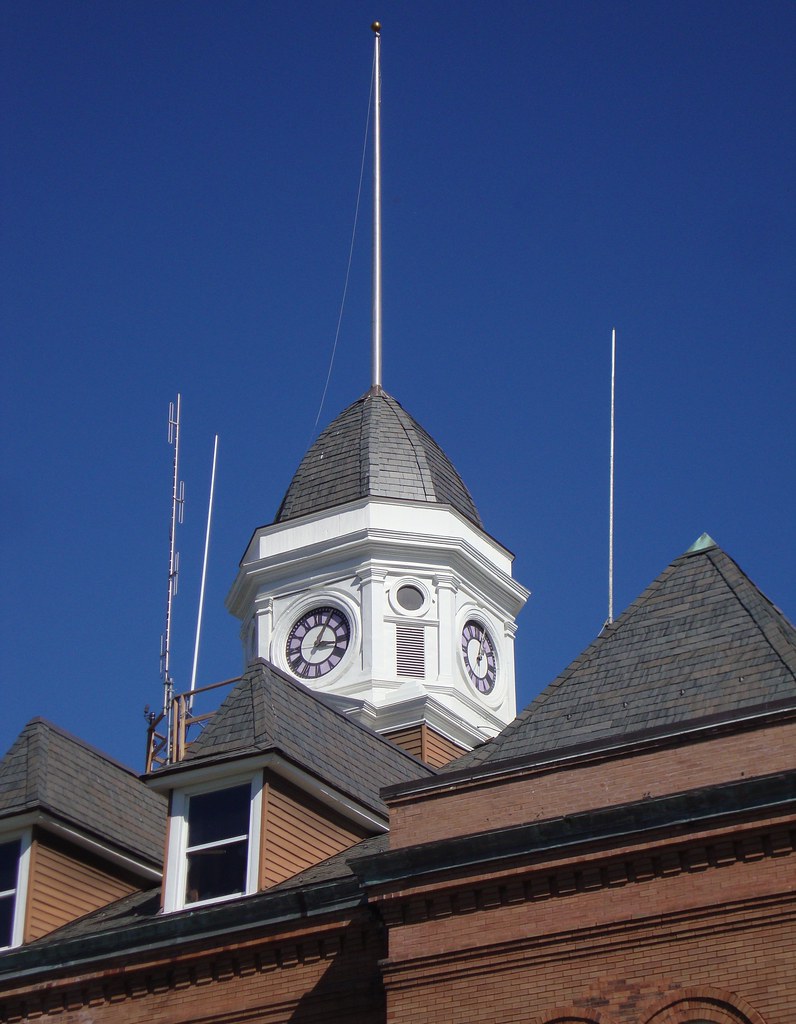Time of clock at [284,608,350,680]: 3:04
